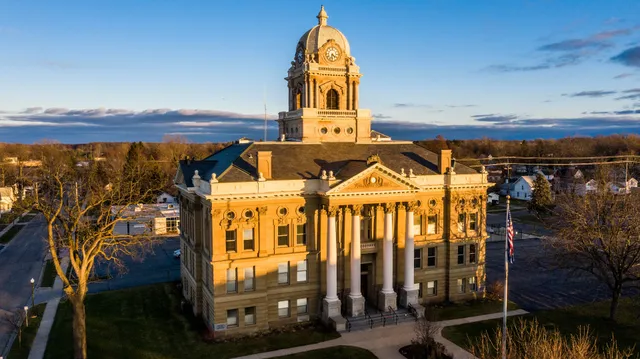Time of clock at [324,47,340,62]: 4:31
